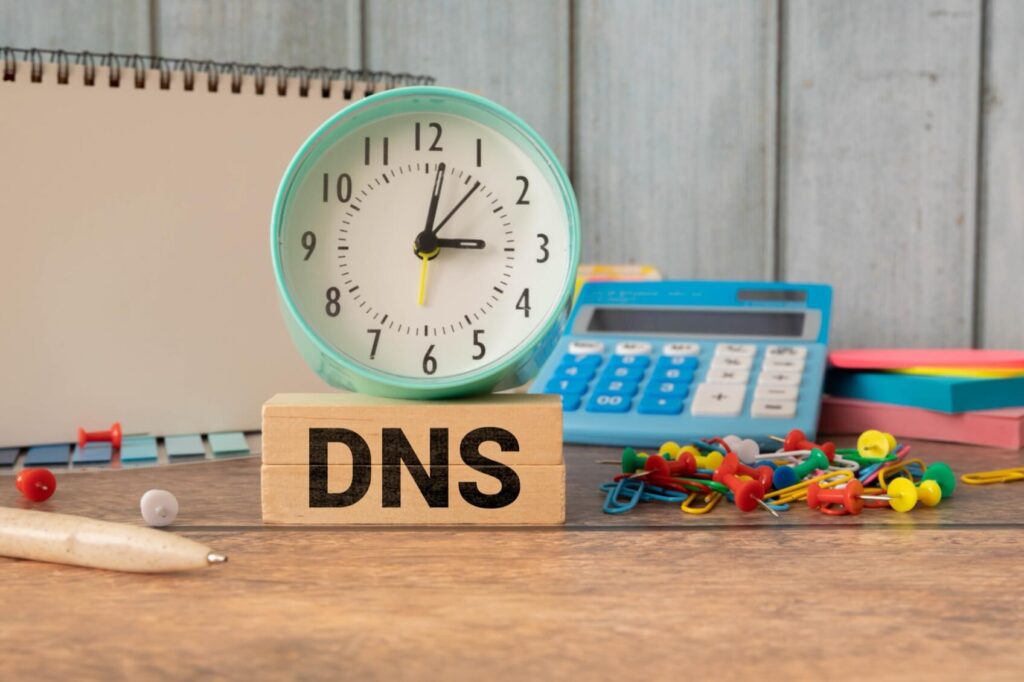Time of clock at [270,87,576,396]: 3:01
